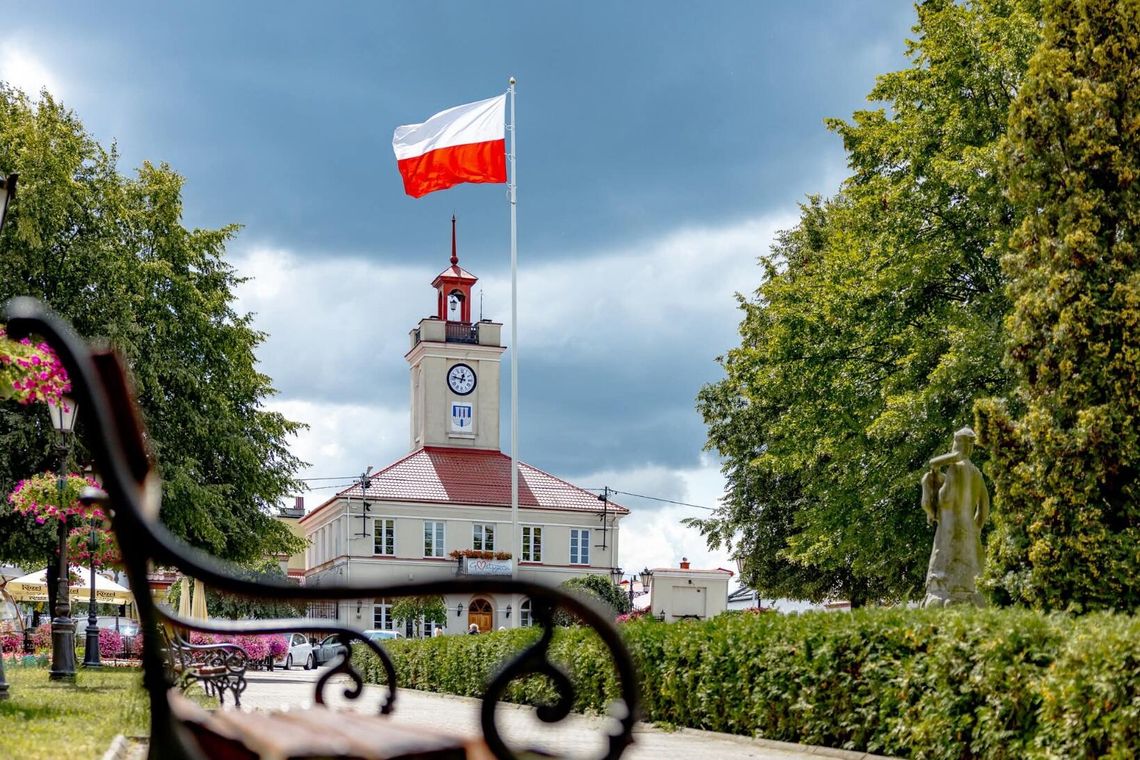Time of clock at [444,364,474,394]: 12:47
